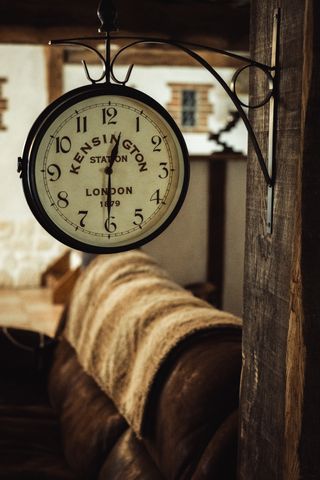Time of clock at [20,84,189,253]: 12:30
